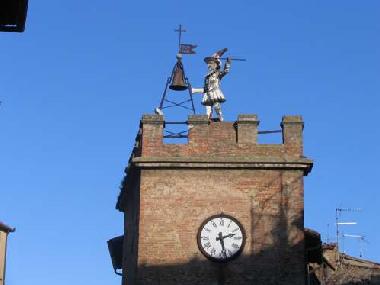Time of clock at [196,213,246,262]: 2:27
